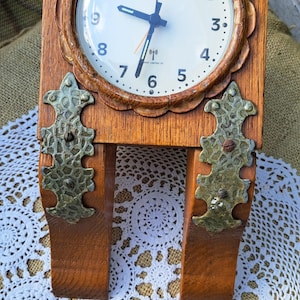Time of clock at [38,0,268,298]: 9:32
